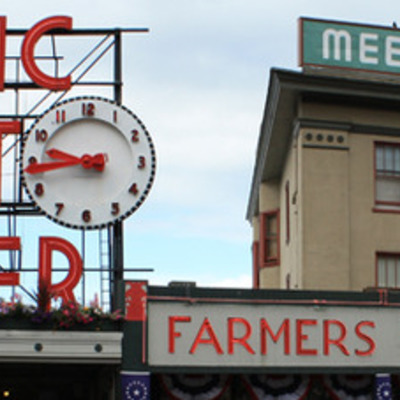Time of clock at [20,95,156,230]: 9:43
